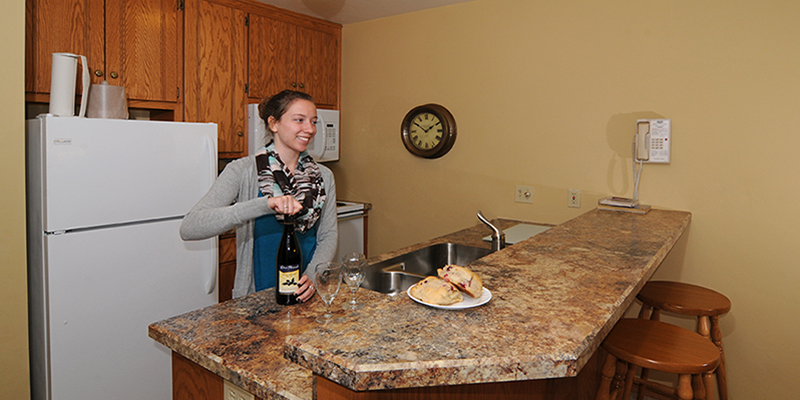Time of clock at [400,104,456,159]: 1:50
